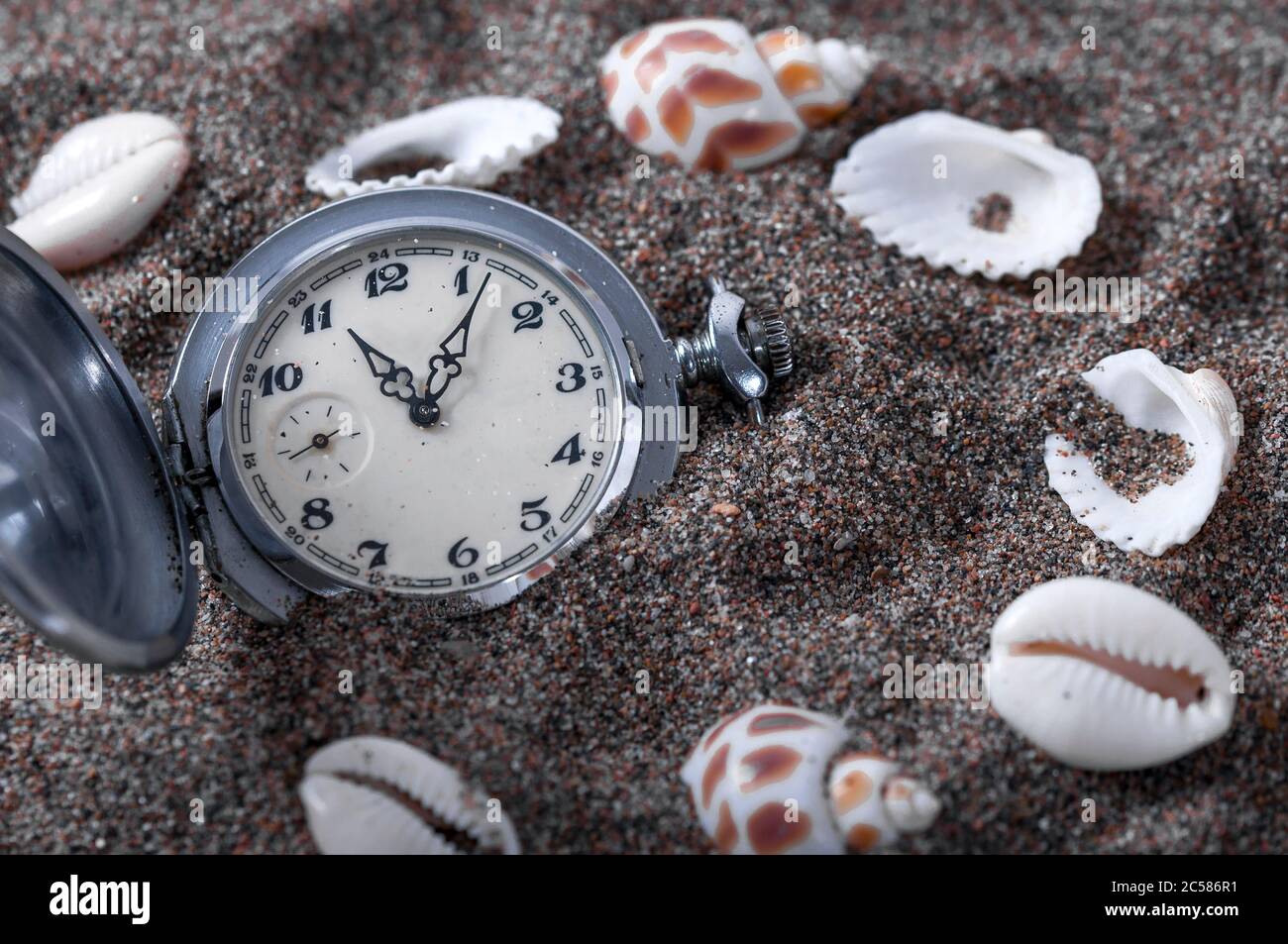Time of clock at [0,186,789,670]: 11:06
